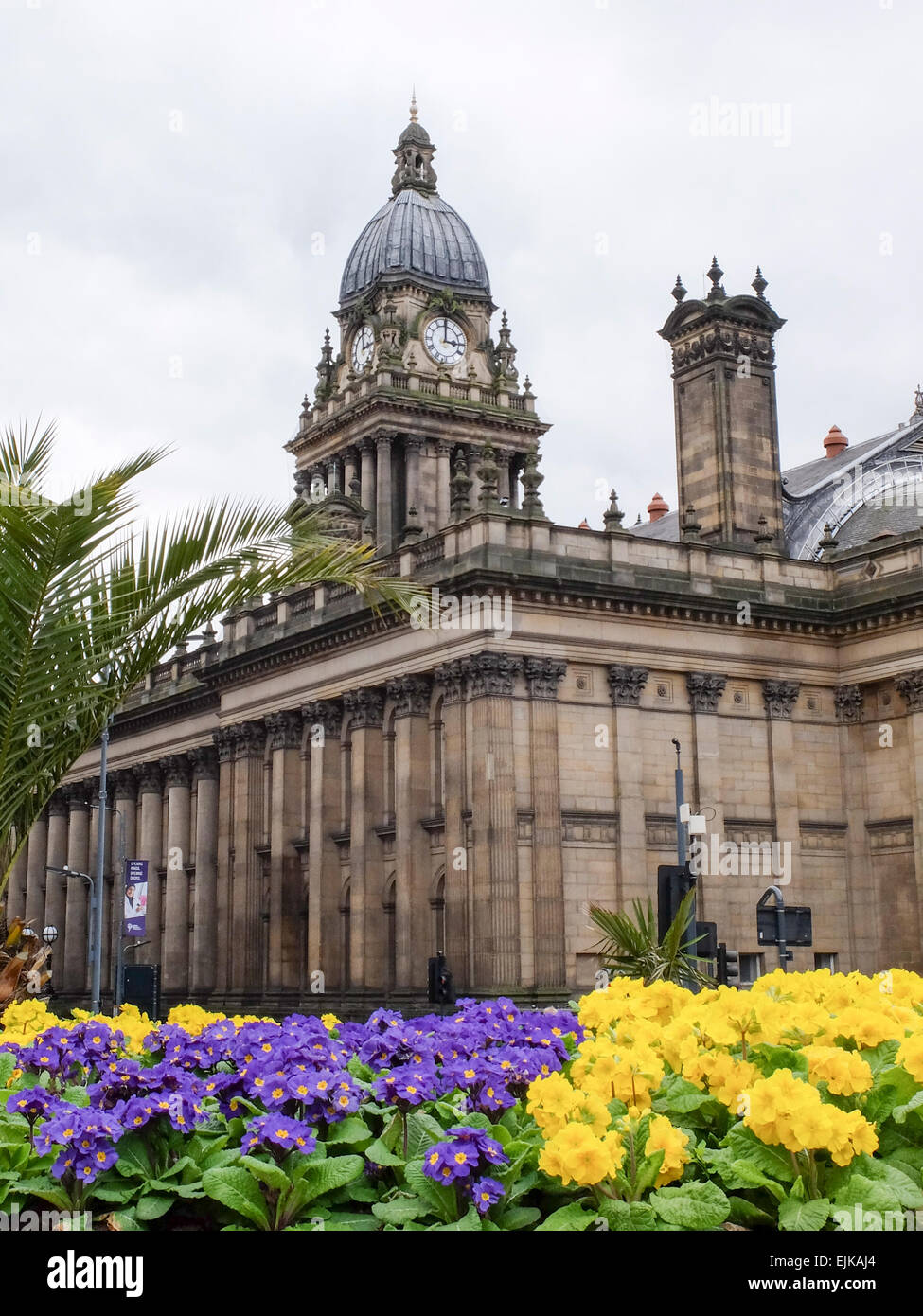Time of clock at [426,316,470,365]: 3:00
